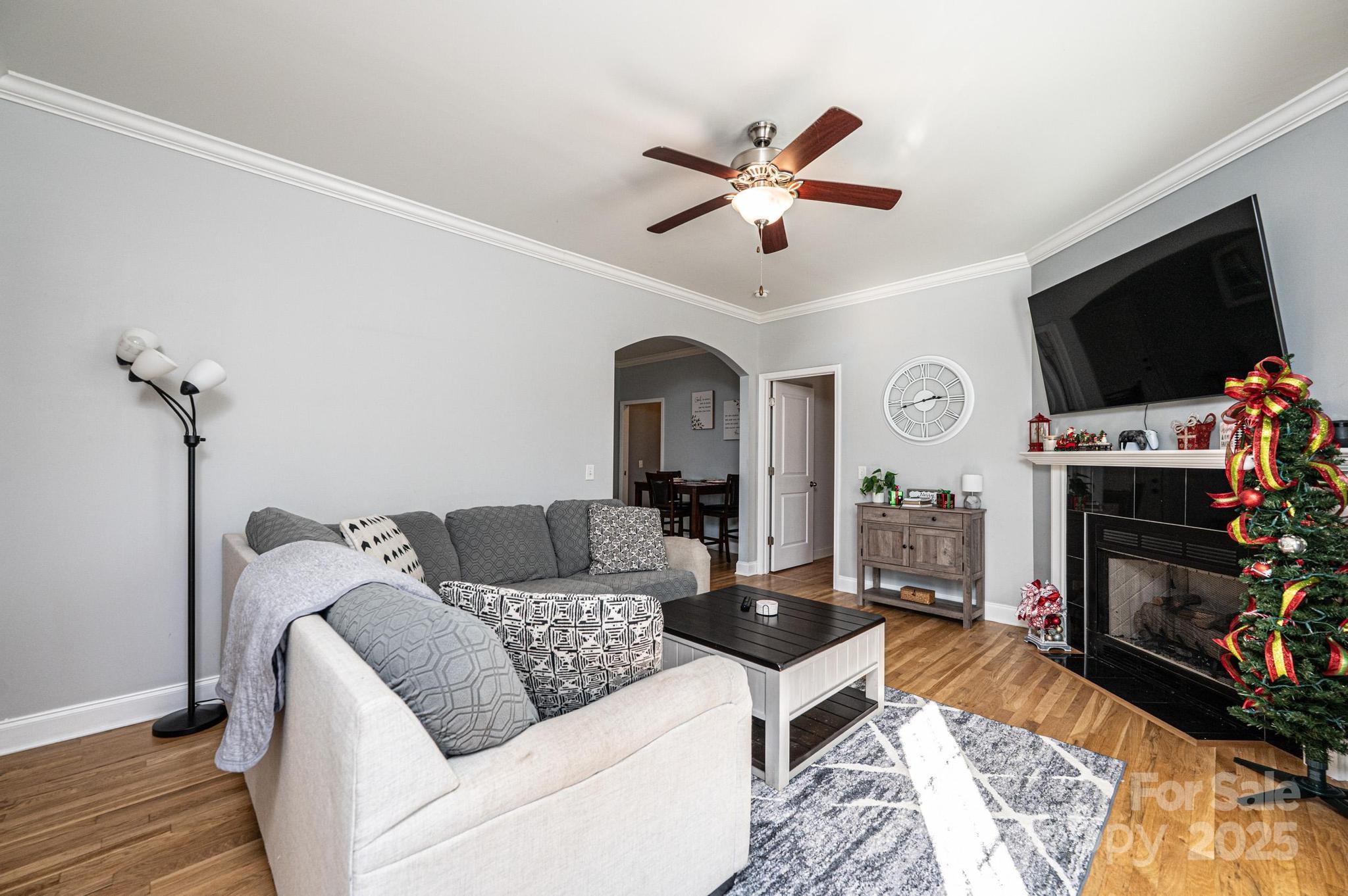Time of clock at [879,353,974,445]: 2:42
